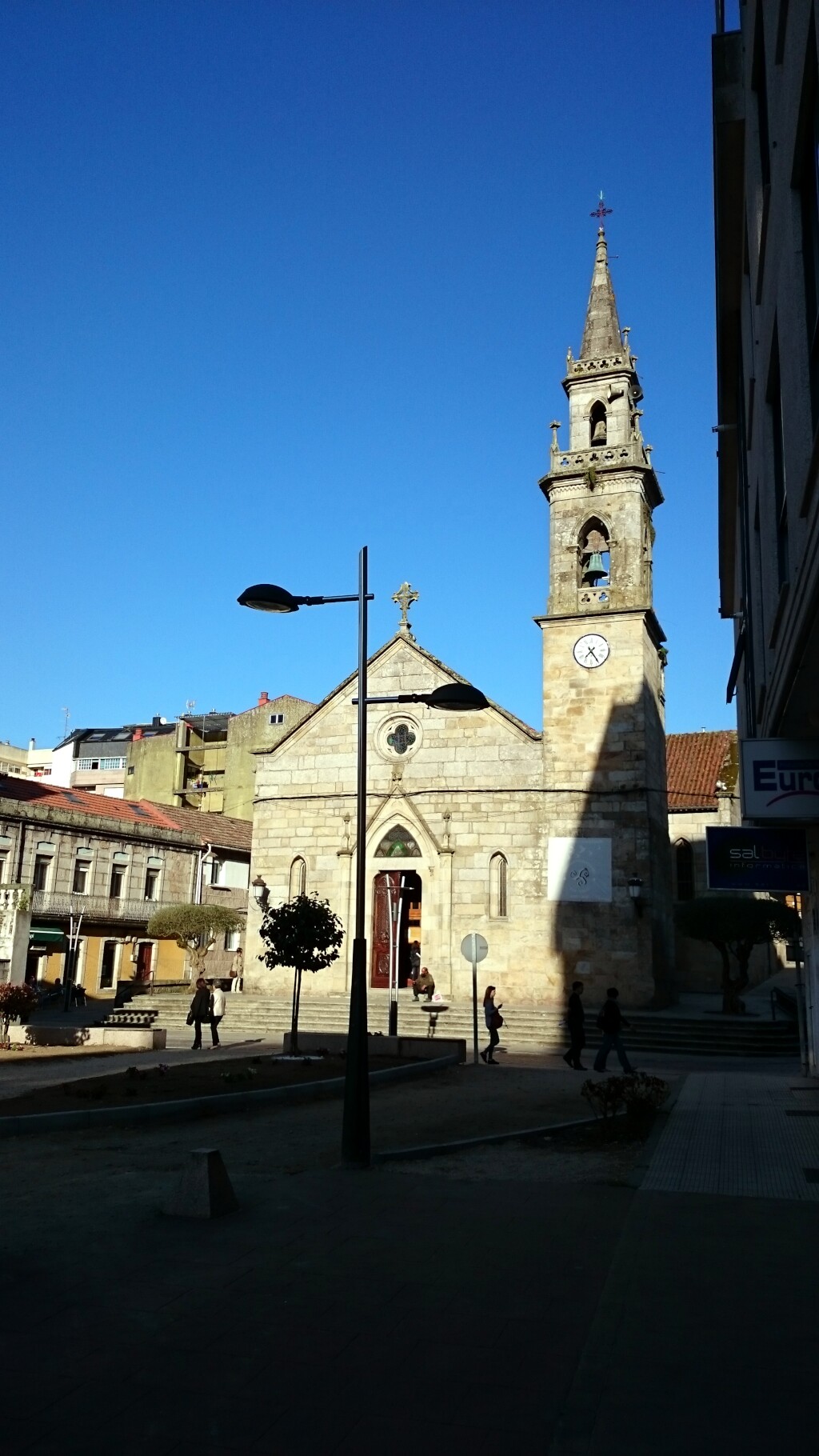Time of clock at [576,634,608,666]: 7:24
